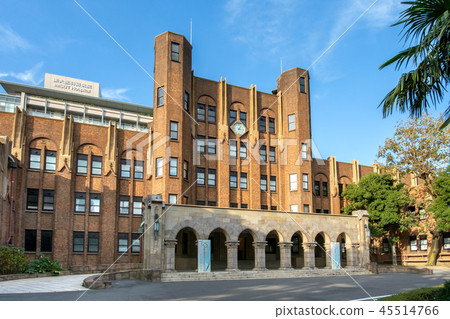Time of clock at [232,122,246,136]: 3:04
